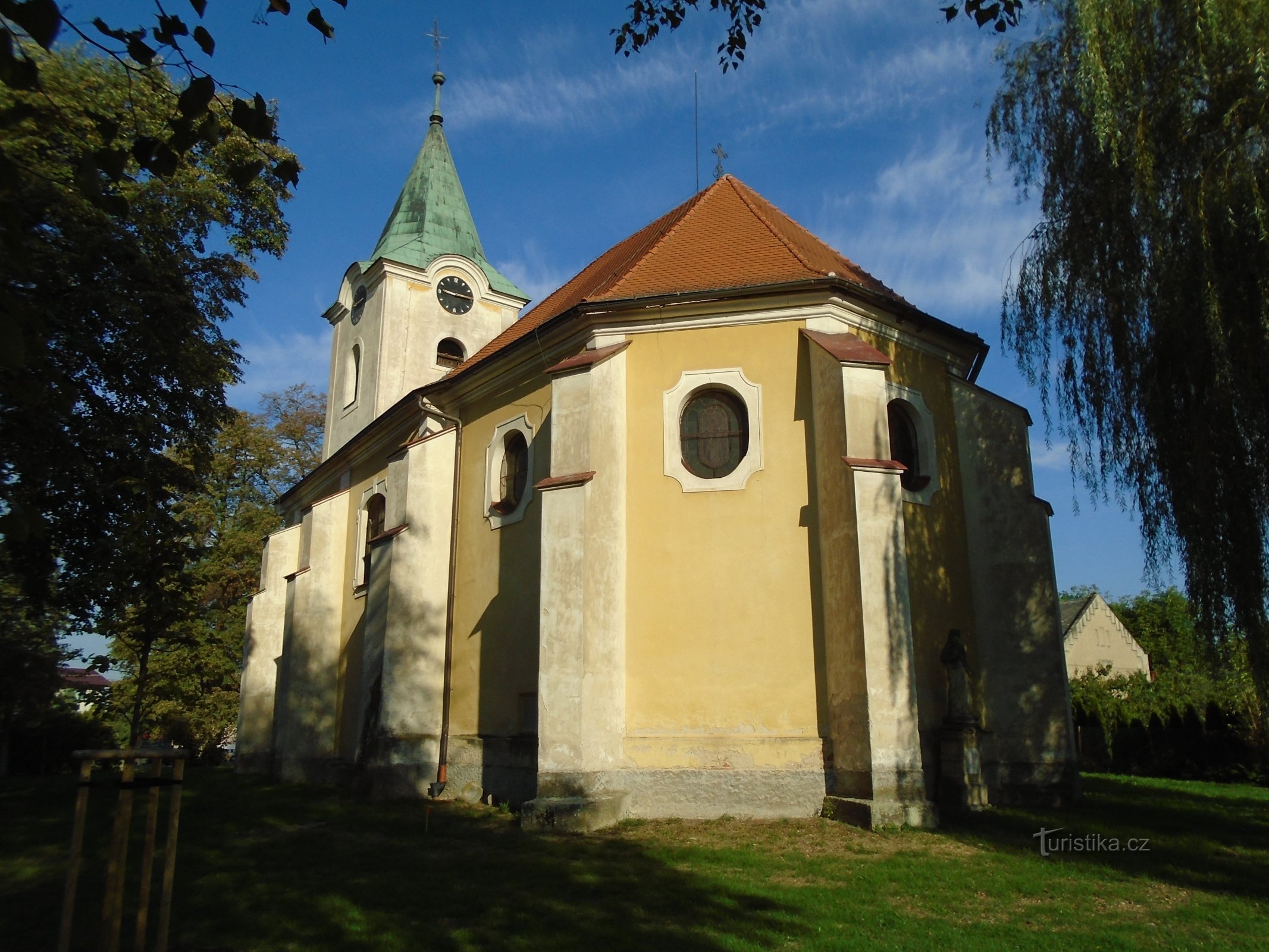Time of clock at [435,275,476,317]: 9:15
